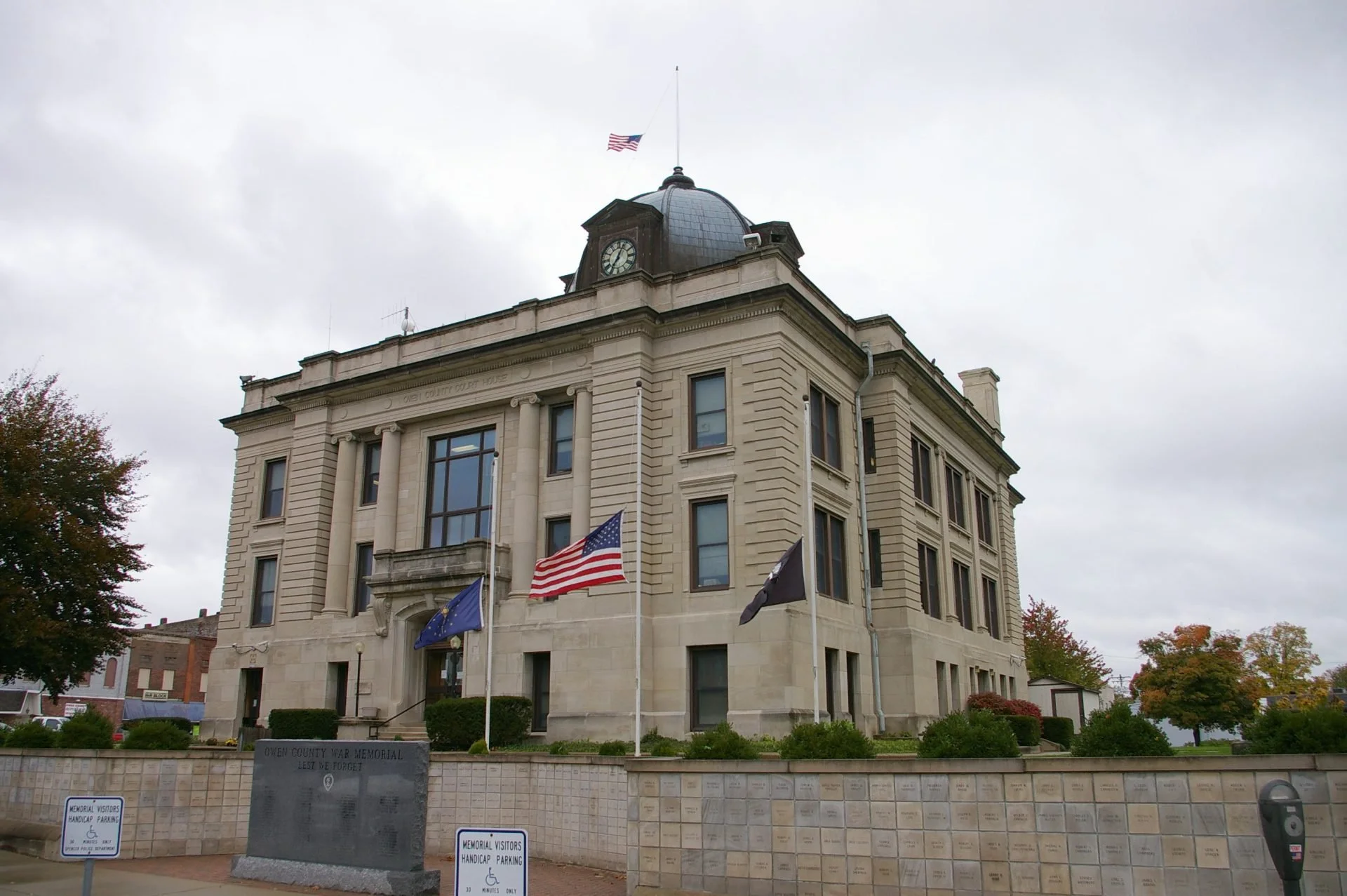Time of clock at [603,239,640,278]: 7:04
